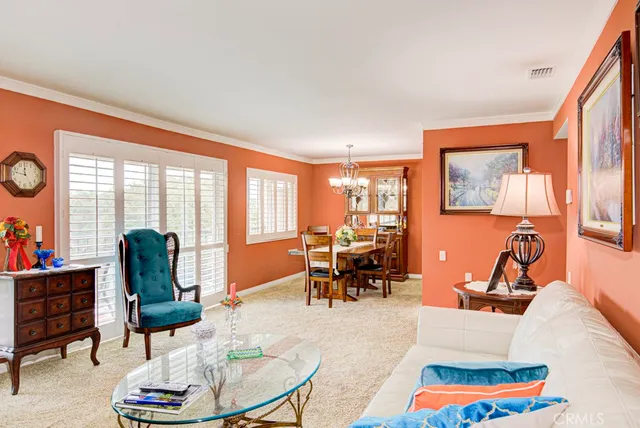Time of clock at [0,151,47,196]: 11:46
